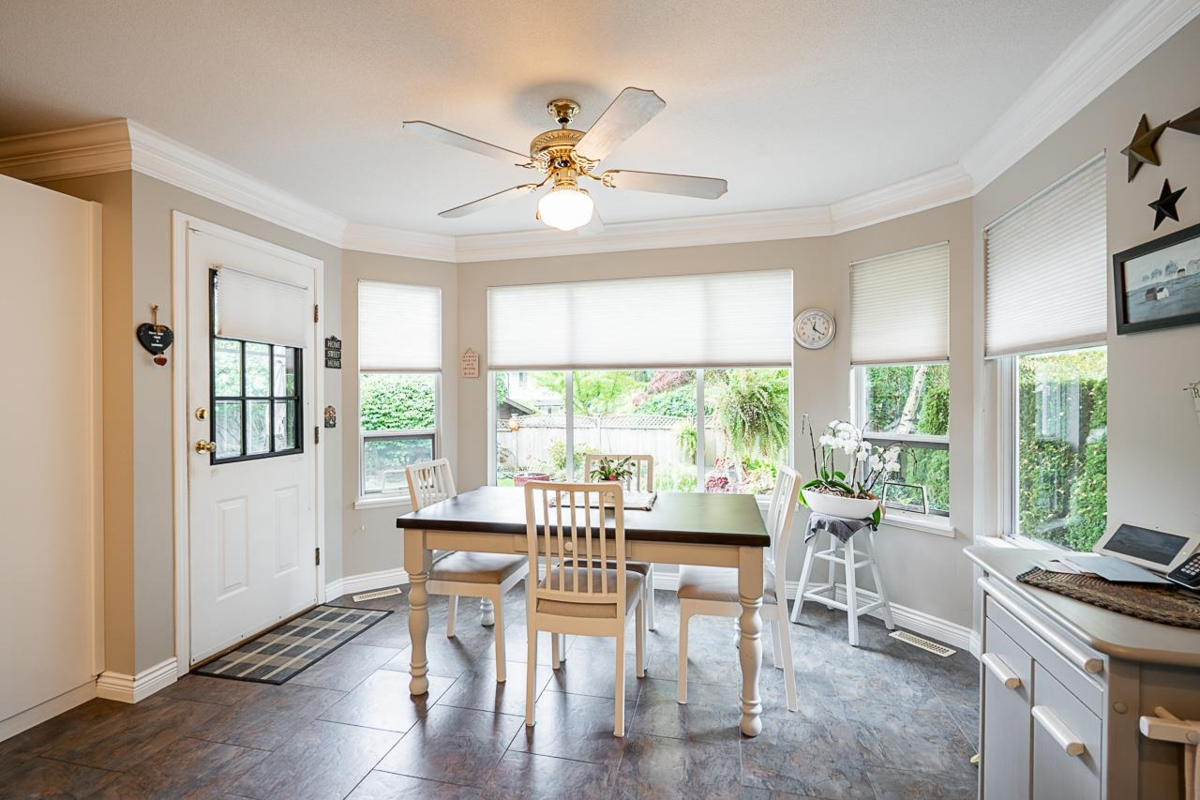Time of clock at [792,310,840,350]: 12:20
